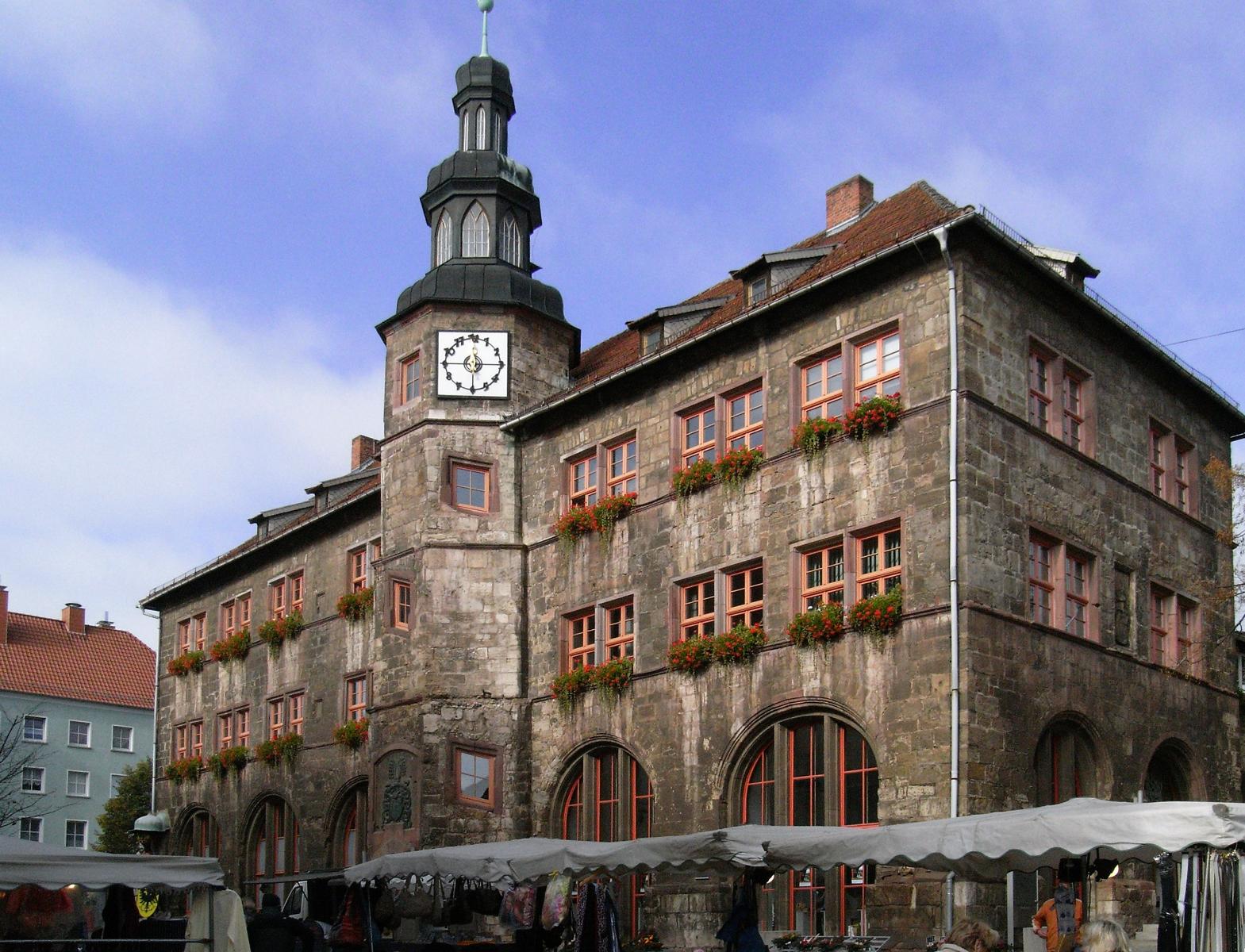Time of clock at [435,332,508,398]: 11:45
